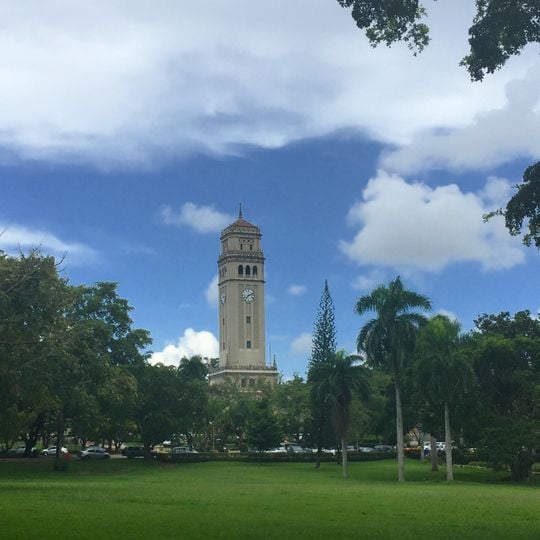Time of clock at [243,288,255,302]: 7:11
